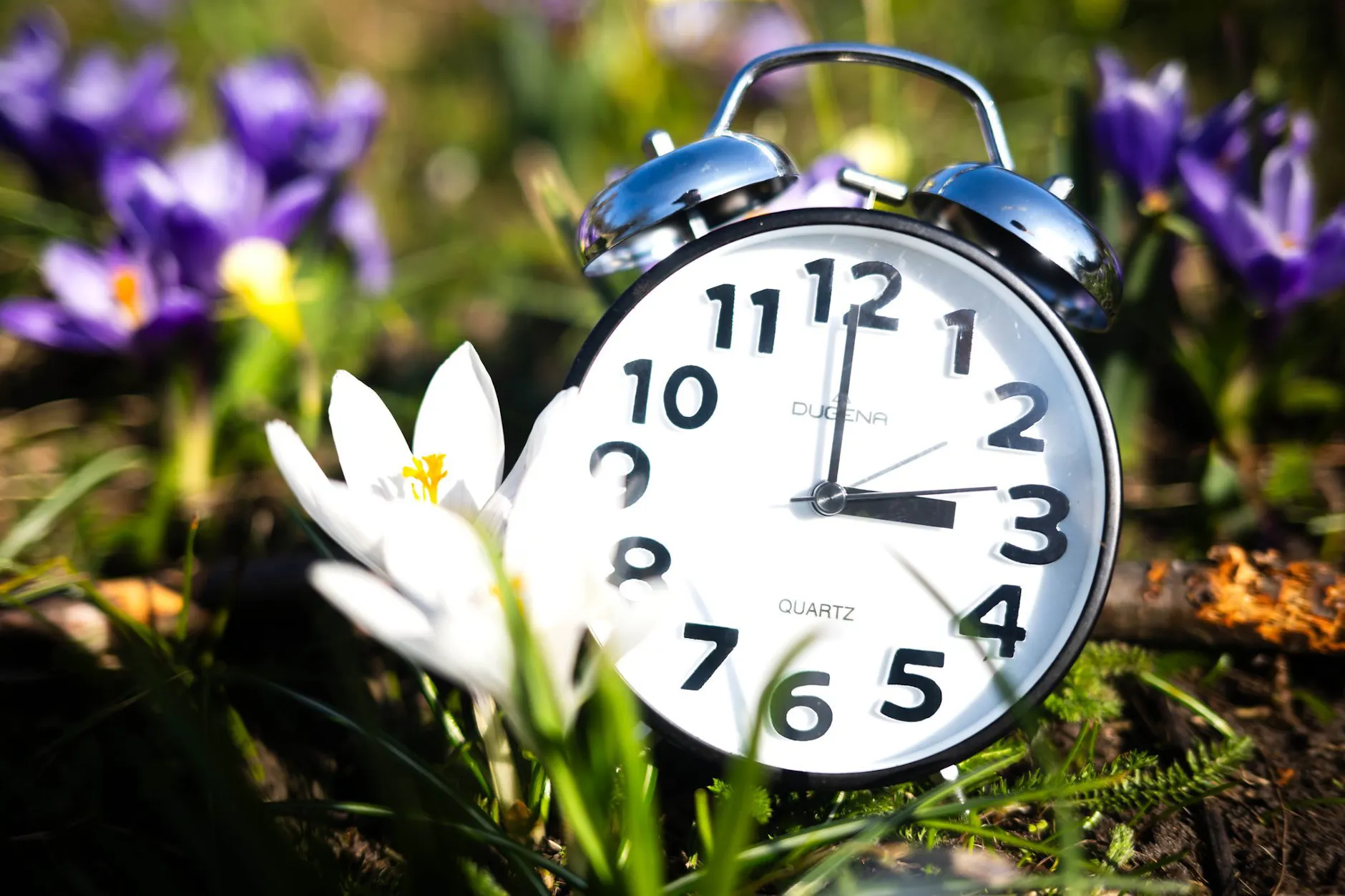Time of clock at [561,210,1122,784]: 3:00
